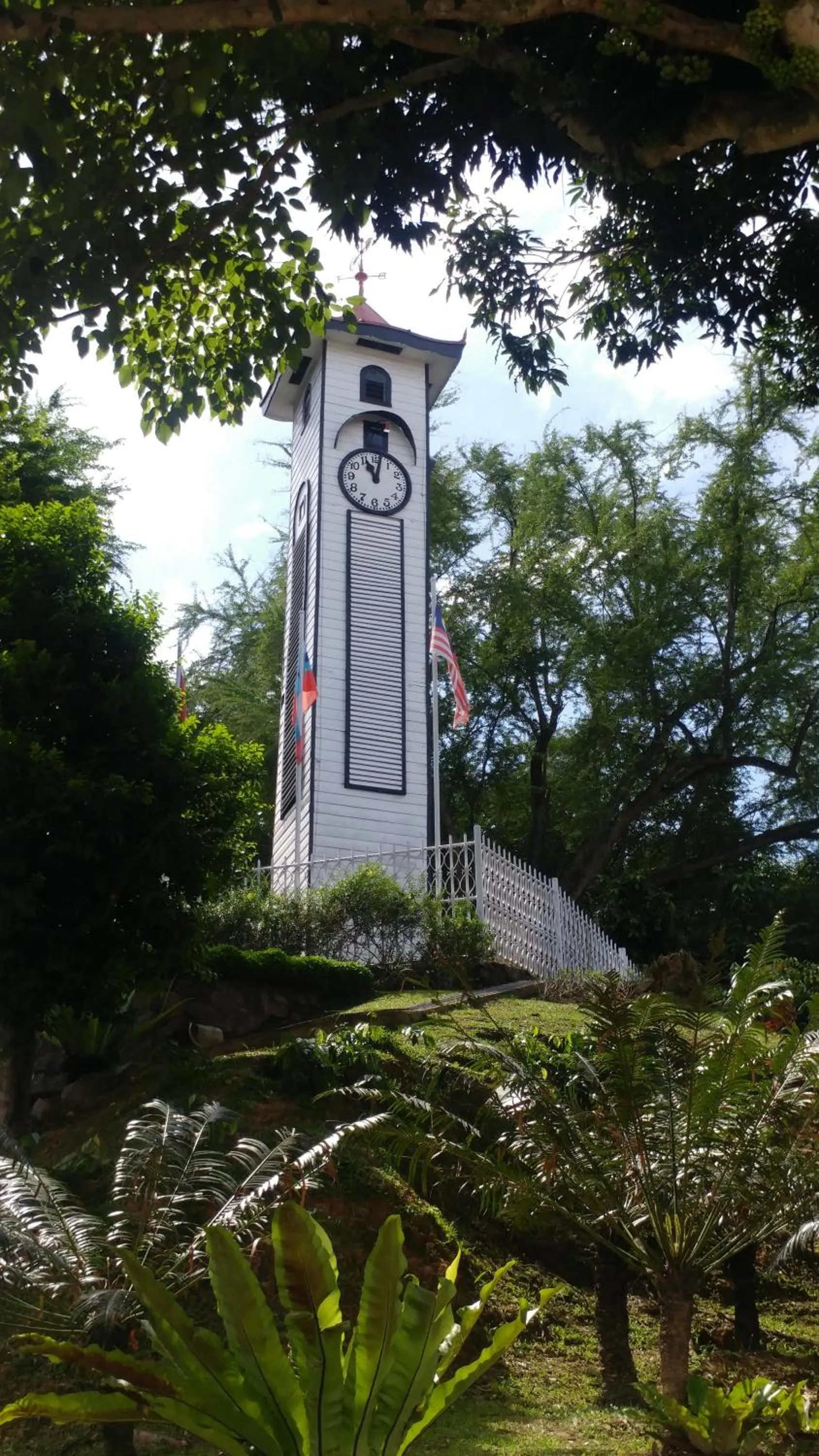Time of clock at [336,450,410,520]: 11:01
